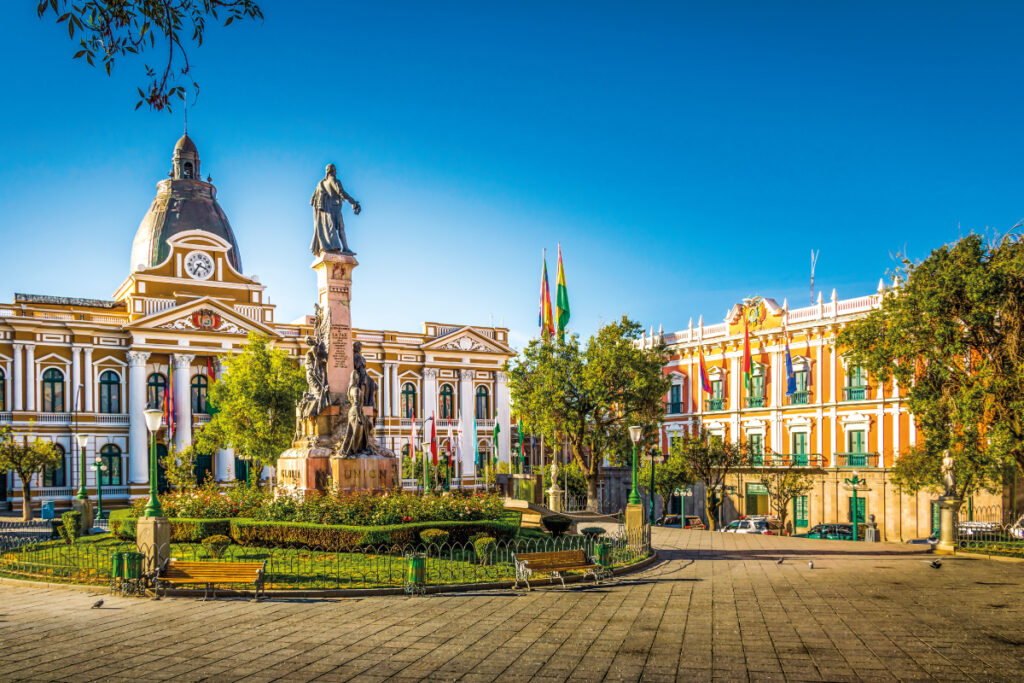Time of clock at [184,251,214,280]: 3:35
